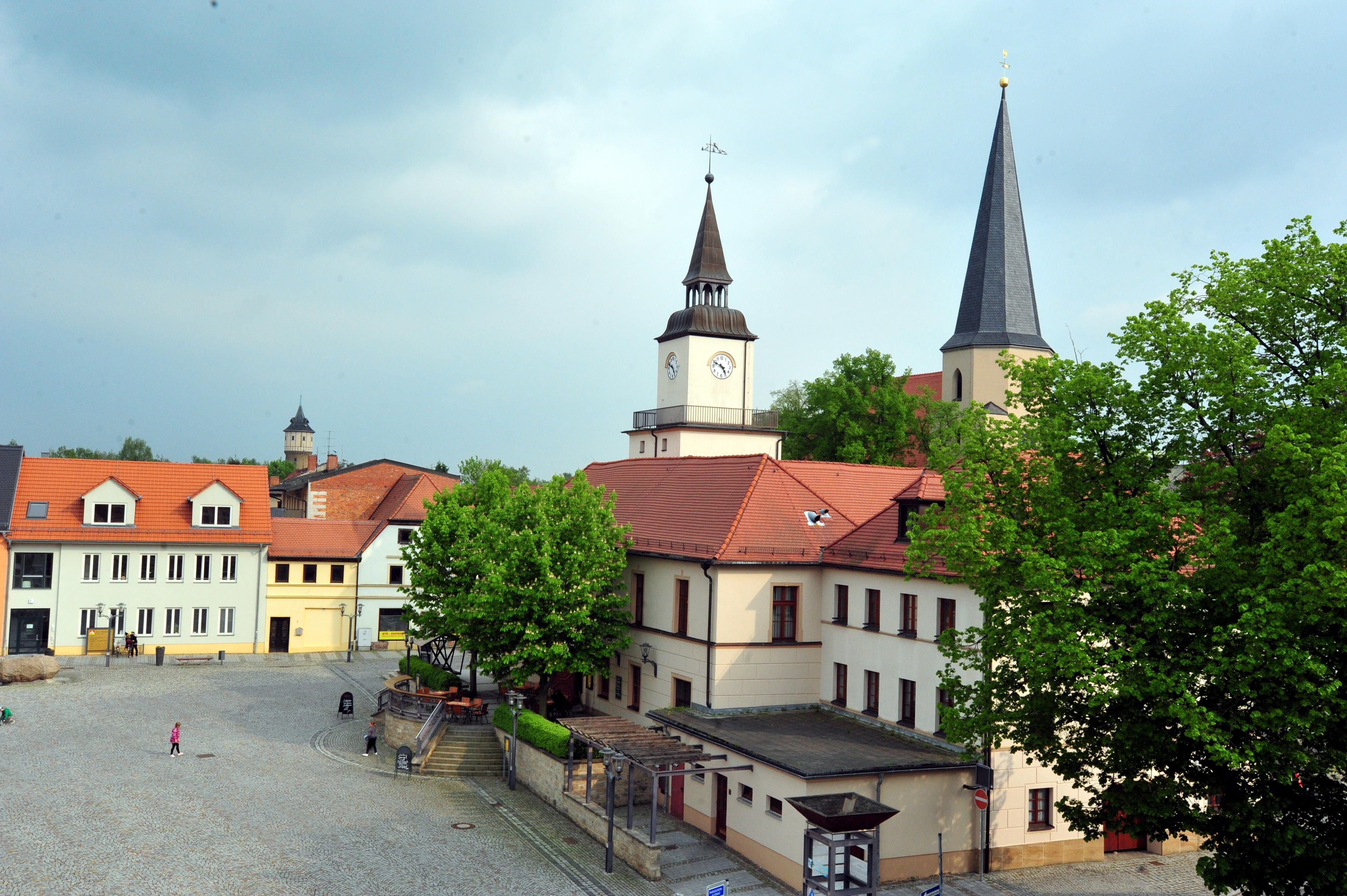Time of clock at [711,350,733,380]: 4:48
